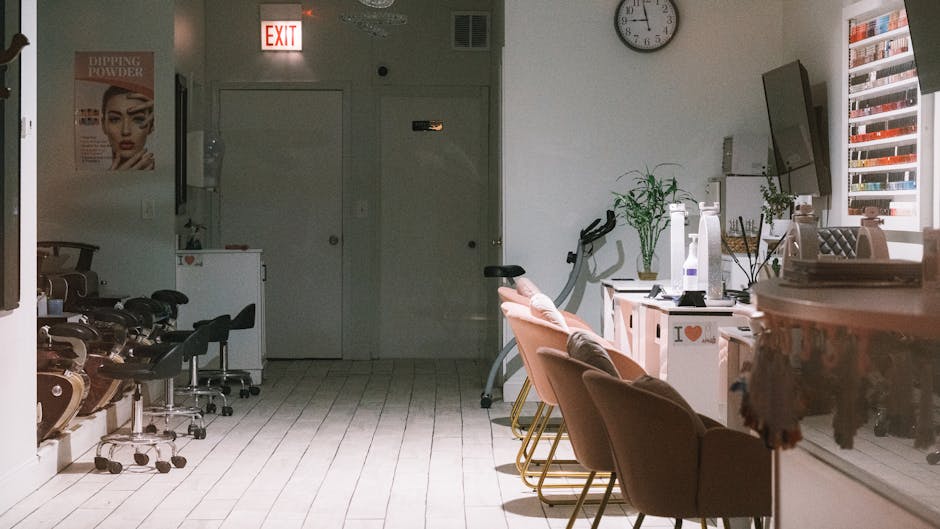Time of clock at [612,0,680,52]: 8:58
